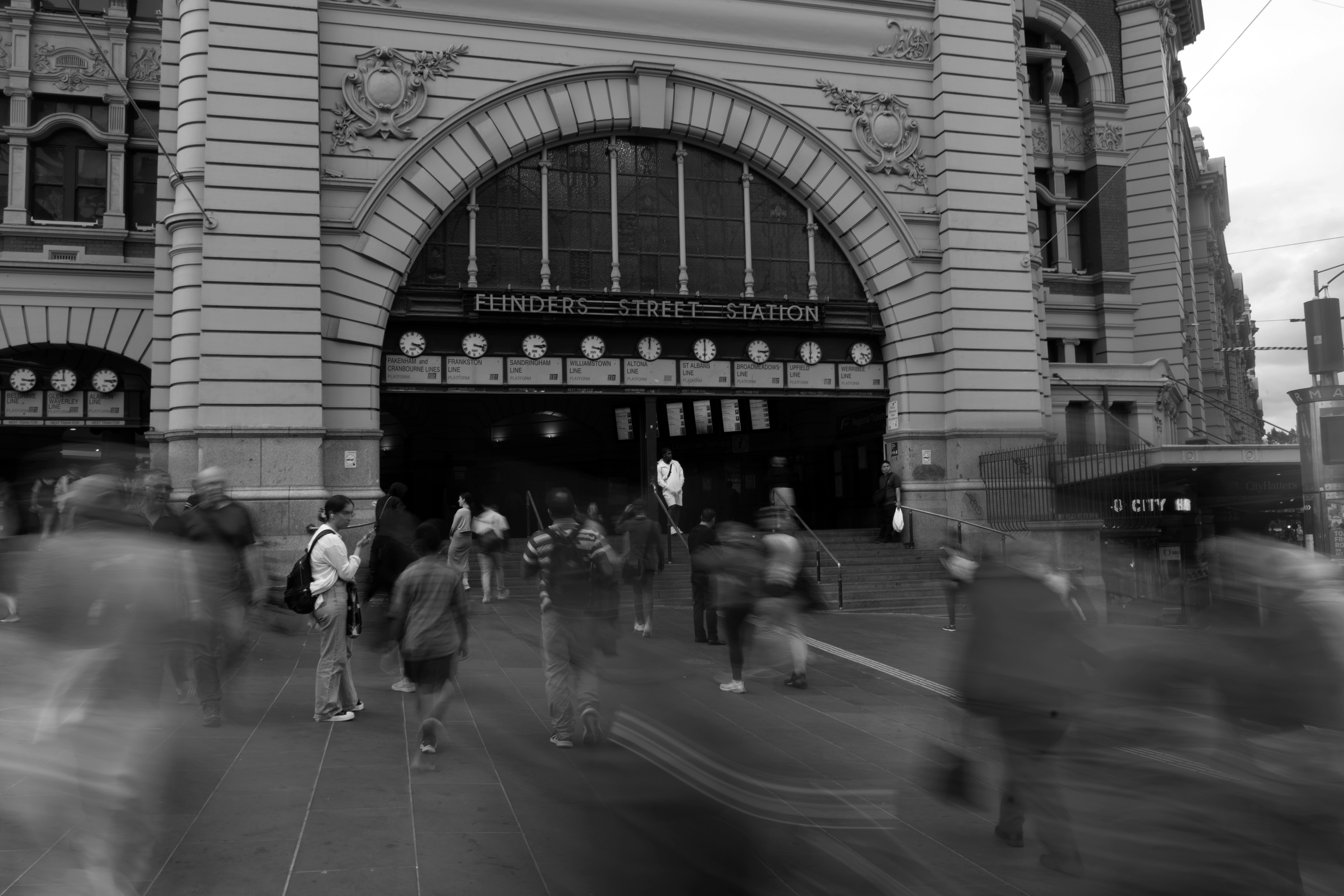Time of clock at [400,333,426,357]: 3:19
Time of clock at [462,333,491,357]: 3:17
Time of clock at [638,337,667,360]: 12:00
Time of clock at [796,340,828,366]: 5:59
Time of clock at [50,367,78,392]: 8:59
